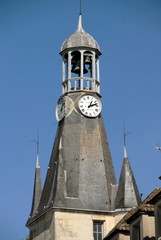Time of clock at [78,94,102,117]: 1:12
